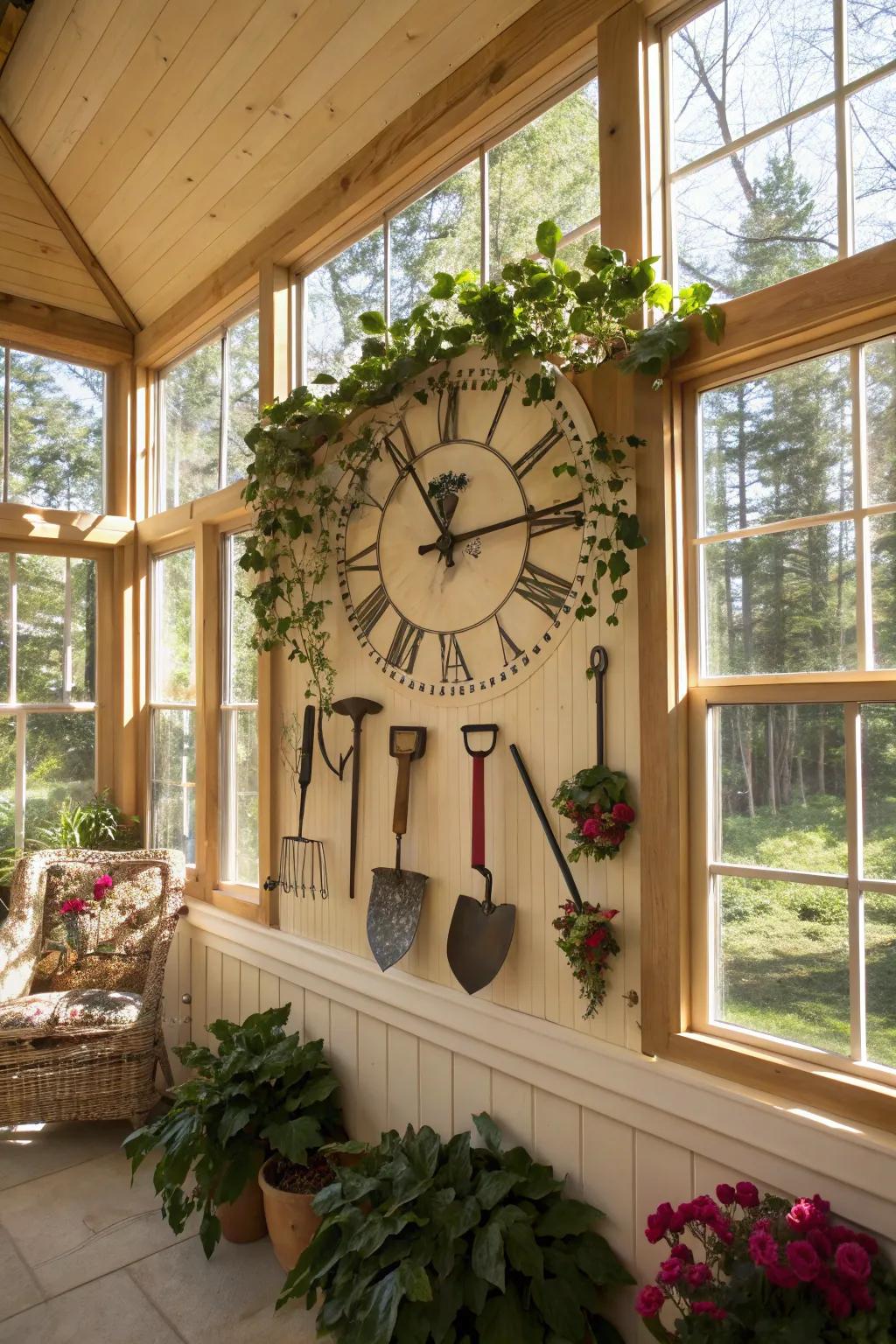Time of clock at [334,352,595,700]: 11:13
